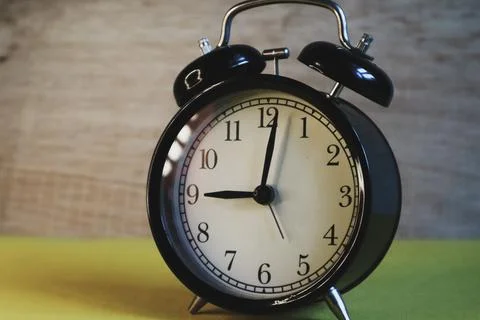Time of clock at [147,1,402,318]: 9:01
